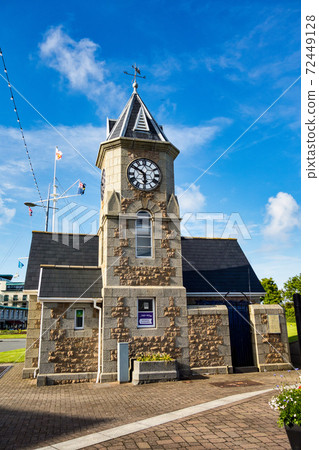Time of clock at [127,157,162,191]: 5:50
